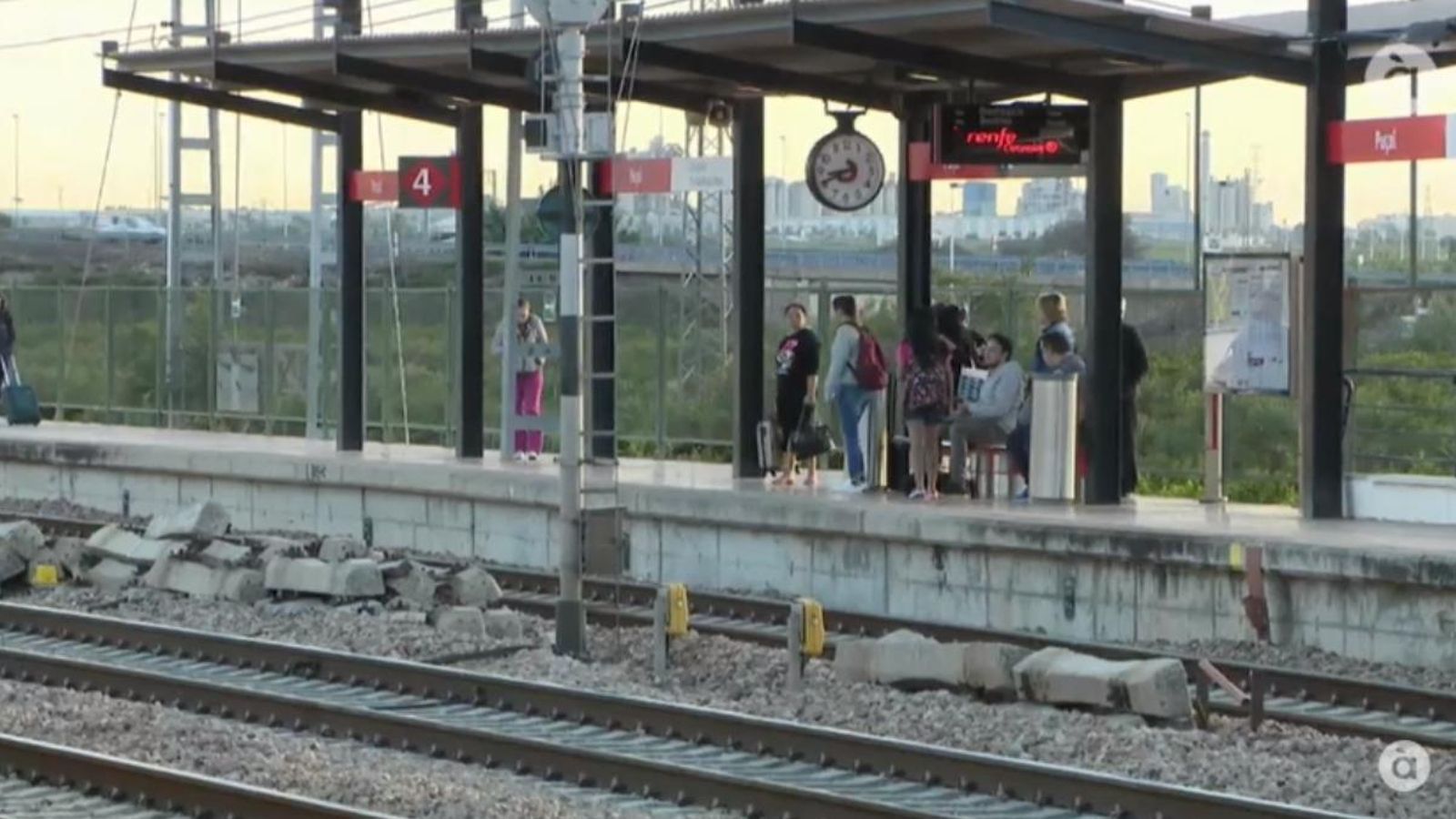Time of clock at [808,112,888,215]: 8:41
